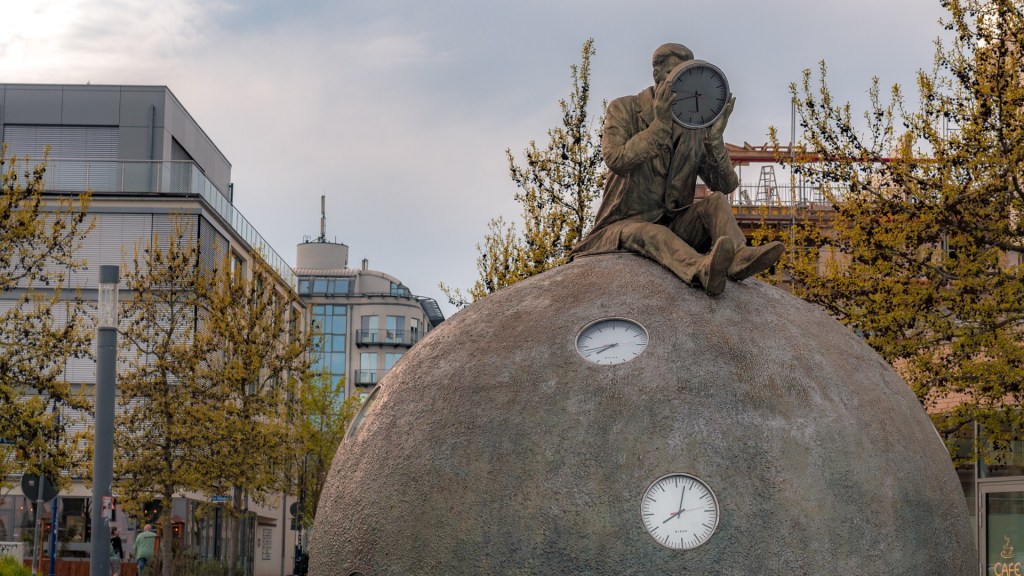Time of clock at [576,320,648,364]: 7:42
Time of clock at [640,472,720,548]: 8:02
